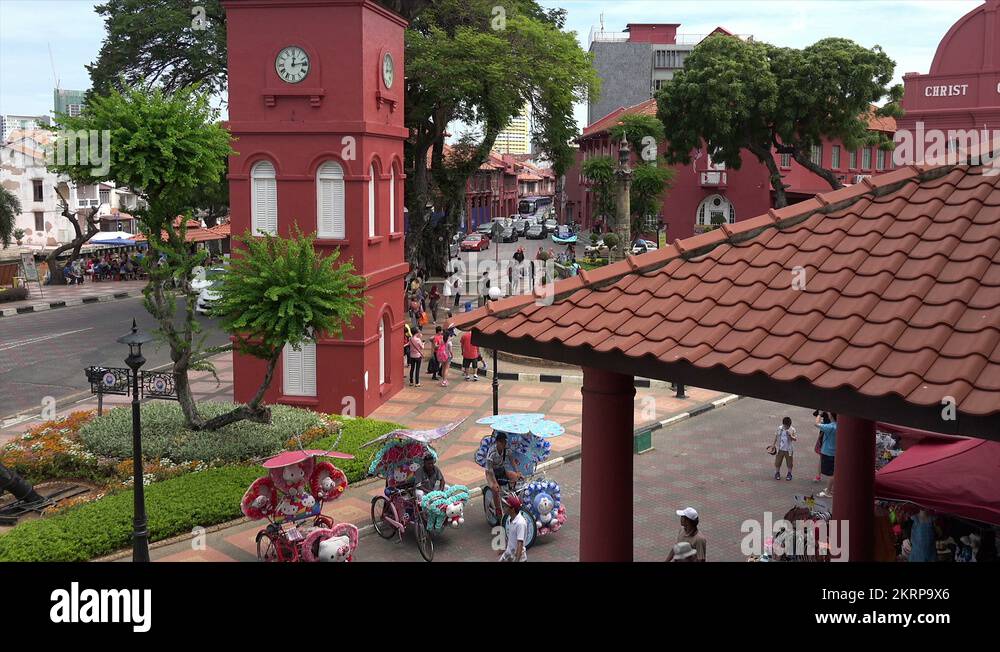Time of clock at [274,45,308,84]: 12:13
